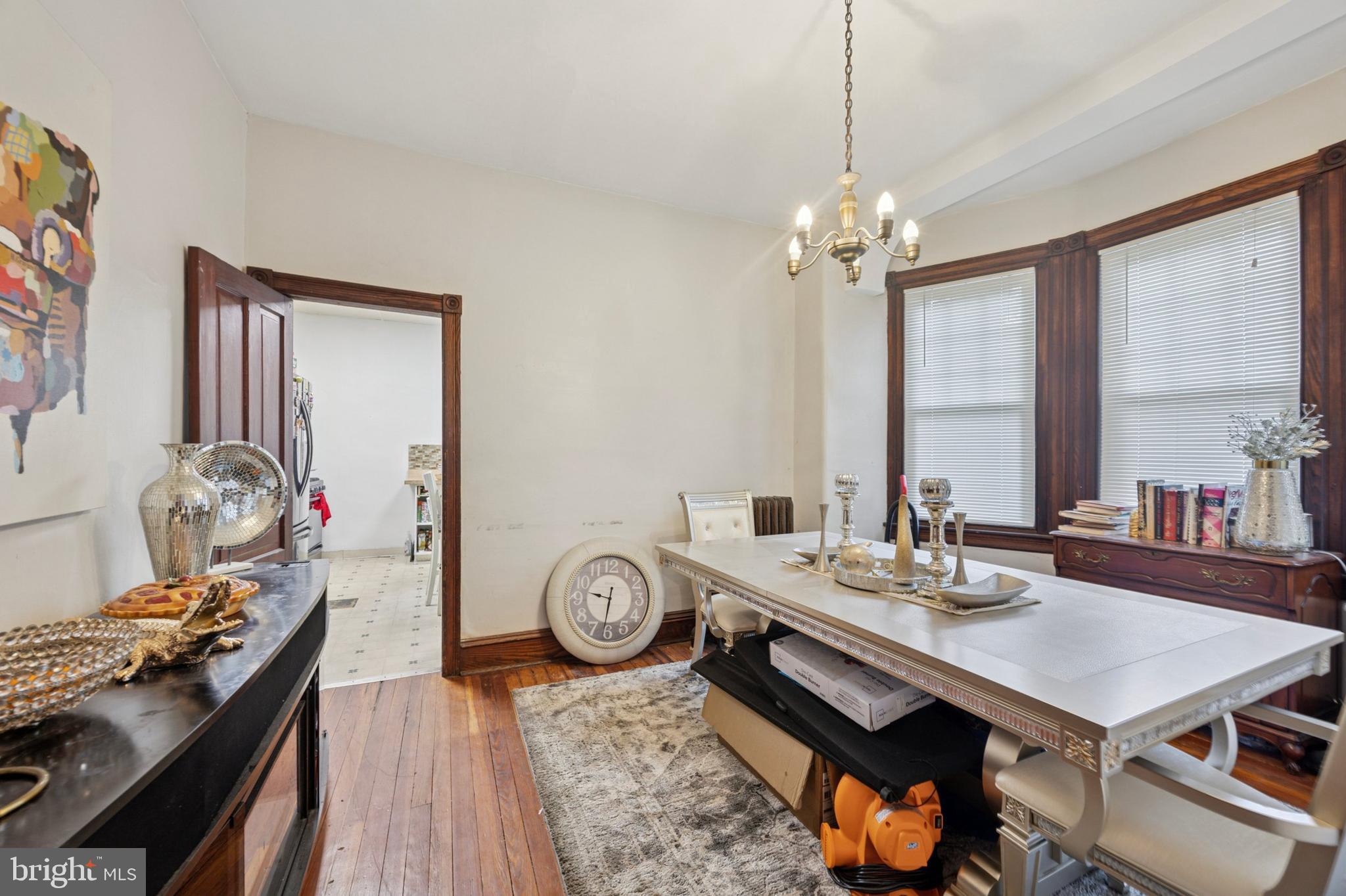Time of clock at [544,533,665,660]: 9:31
